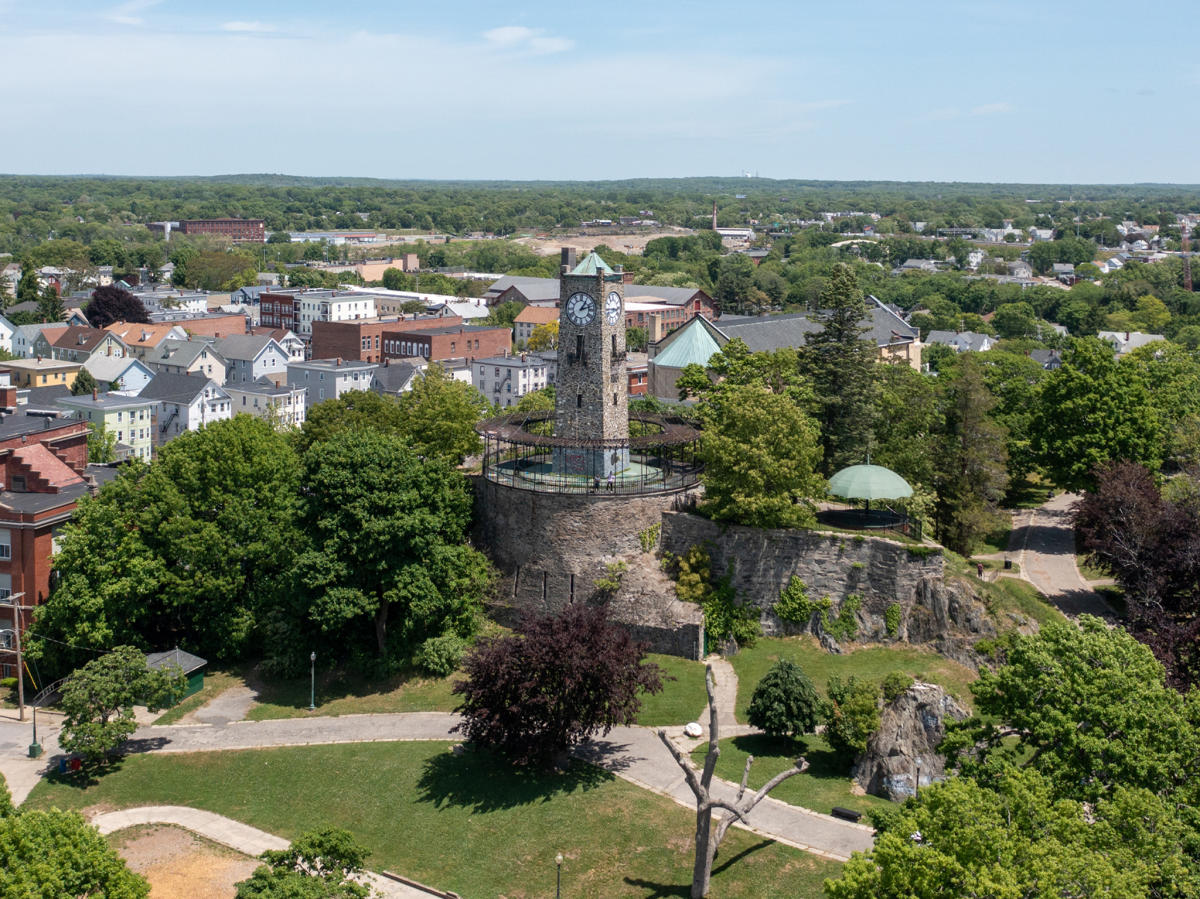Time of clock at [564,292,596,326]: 1:12
